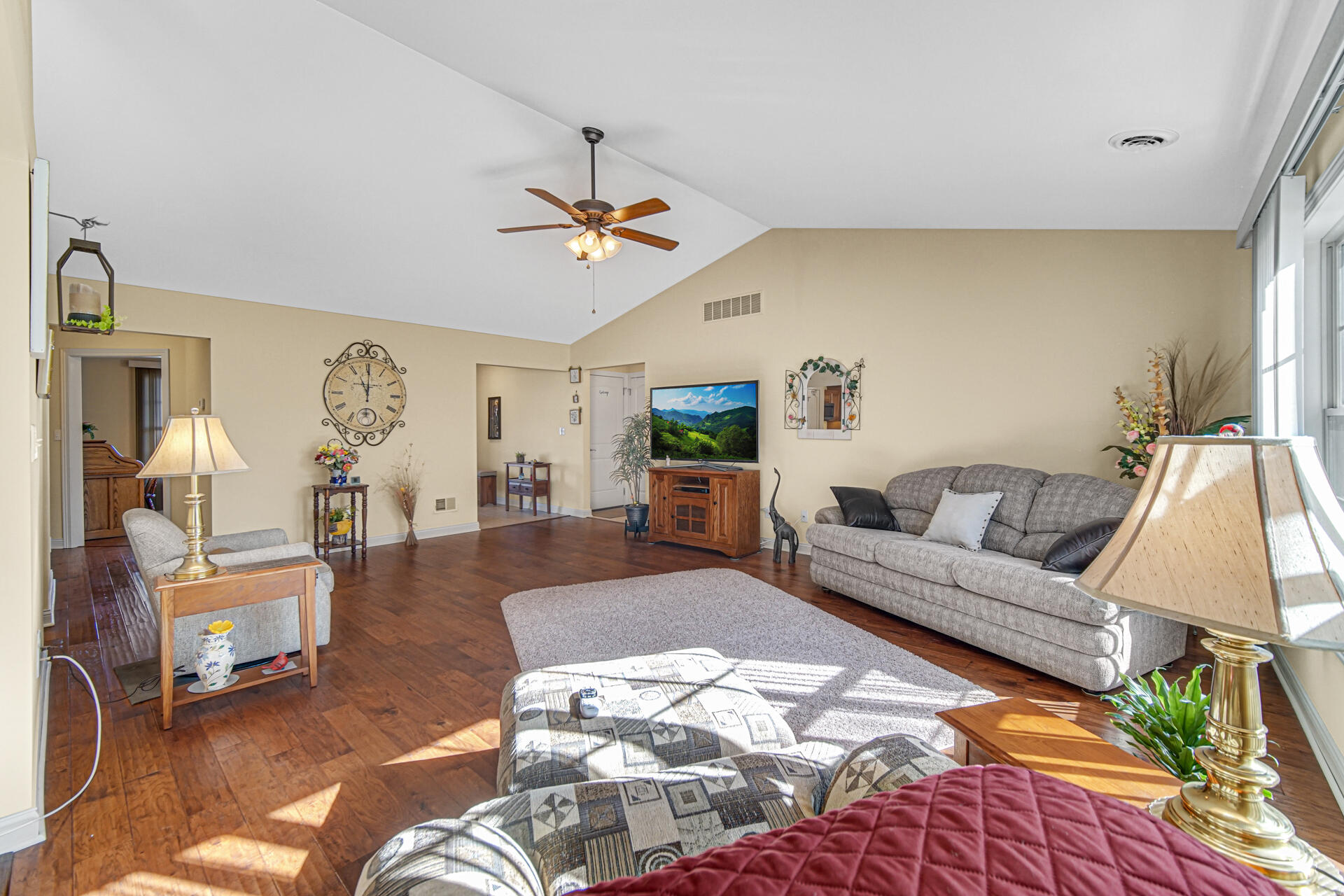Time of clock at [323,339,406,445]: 11:00
